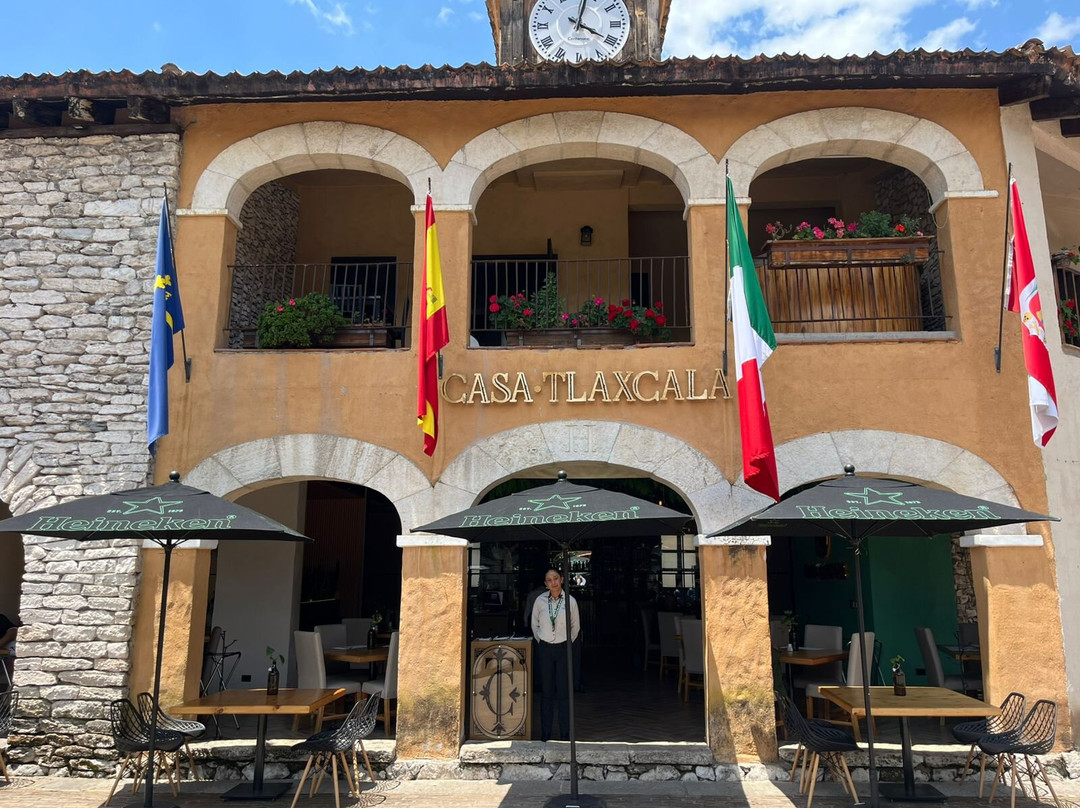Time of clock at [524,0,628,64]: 4:02
